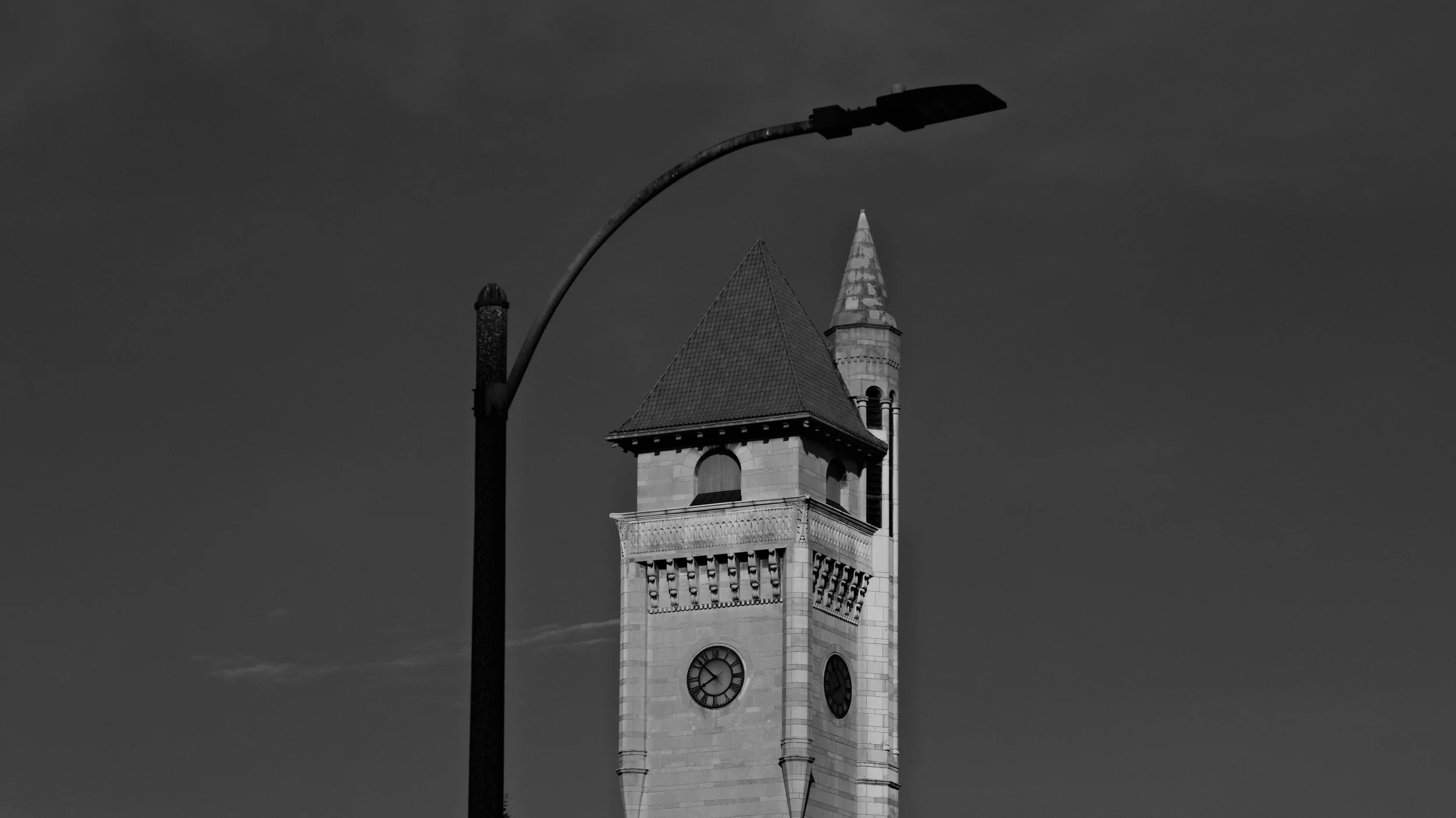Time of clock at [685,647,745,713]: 7:52
